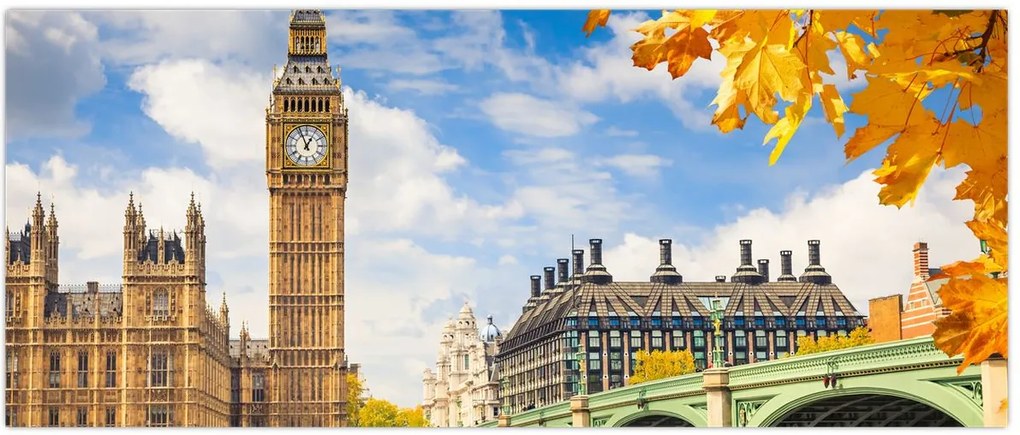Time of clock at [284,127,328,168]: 12:56
